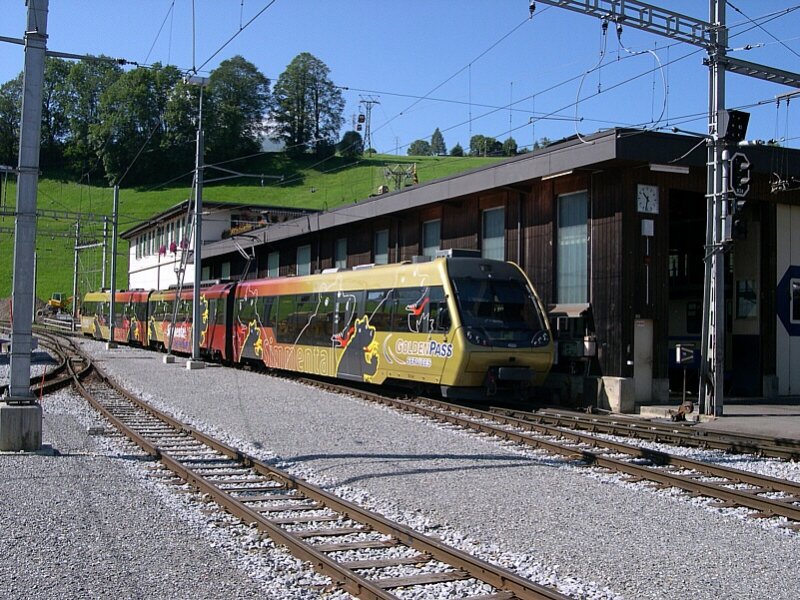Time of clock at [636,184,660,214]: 10:32
